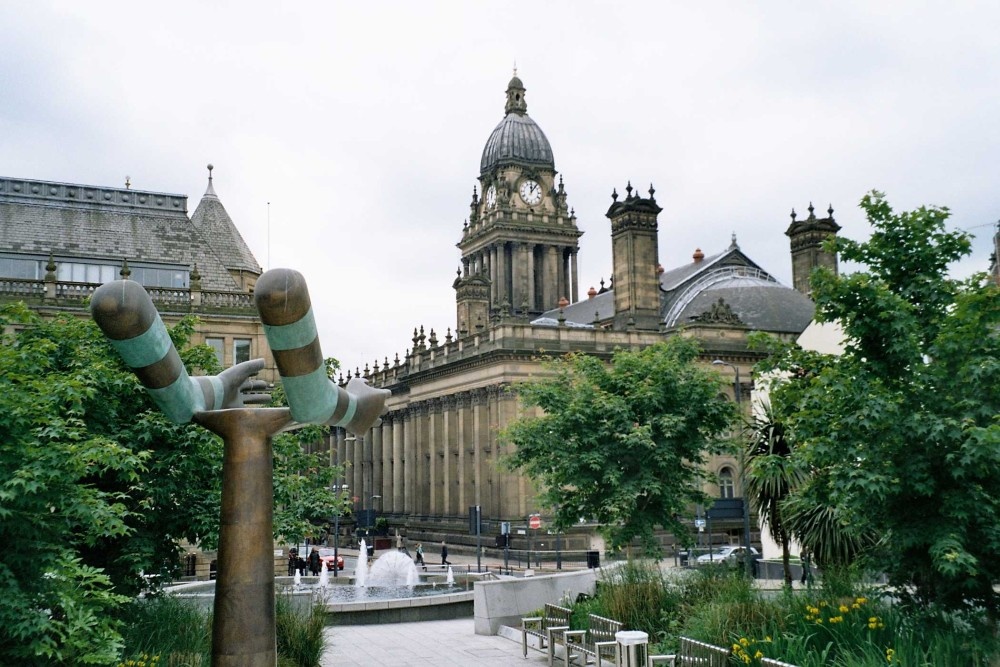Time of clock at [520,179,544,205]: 12:06
